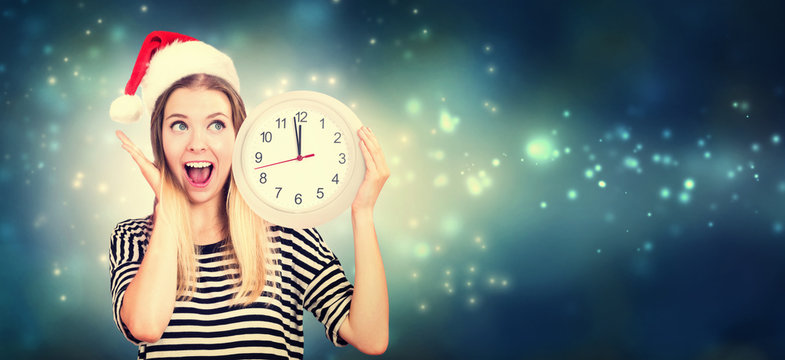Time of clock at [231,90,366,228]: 11:58
